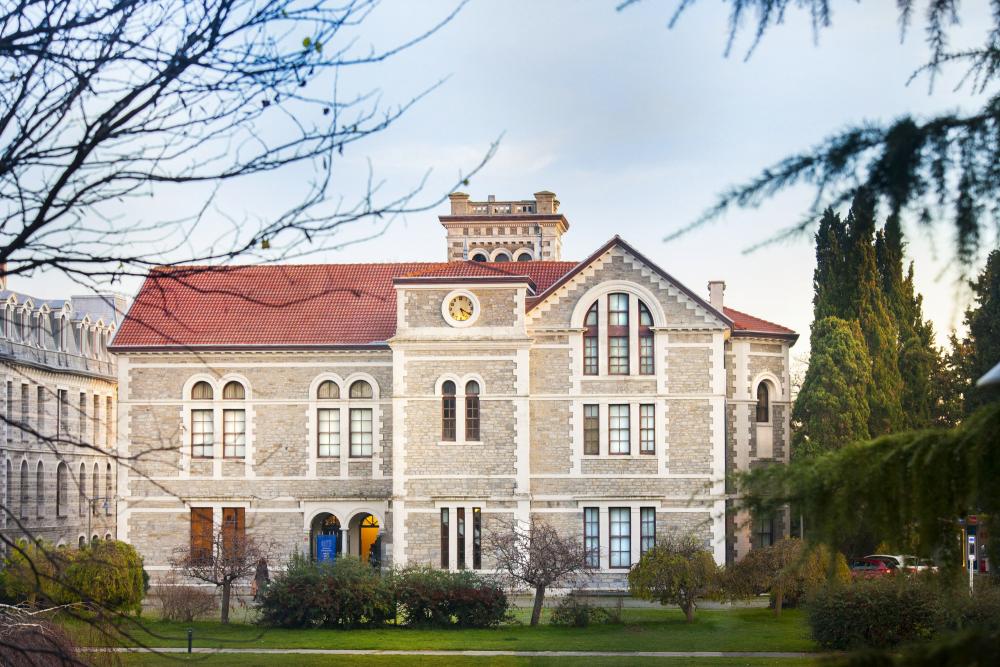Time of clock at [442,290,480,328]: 5:20
